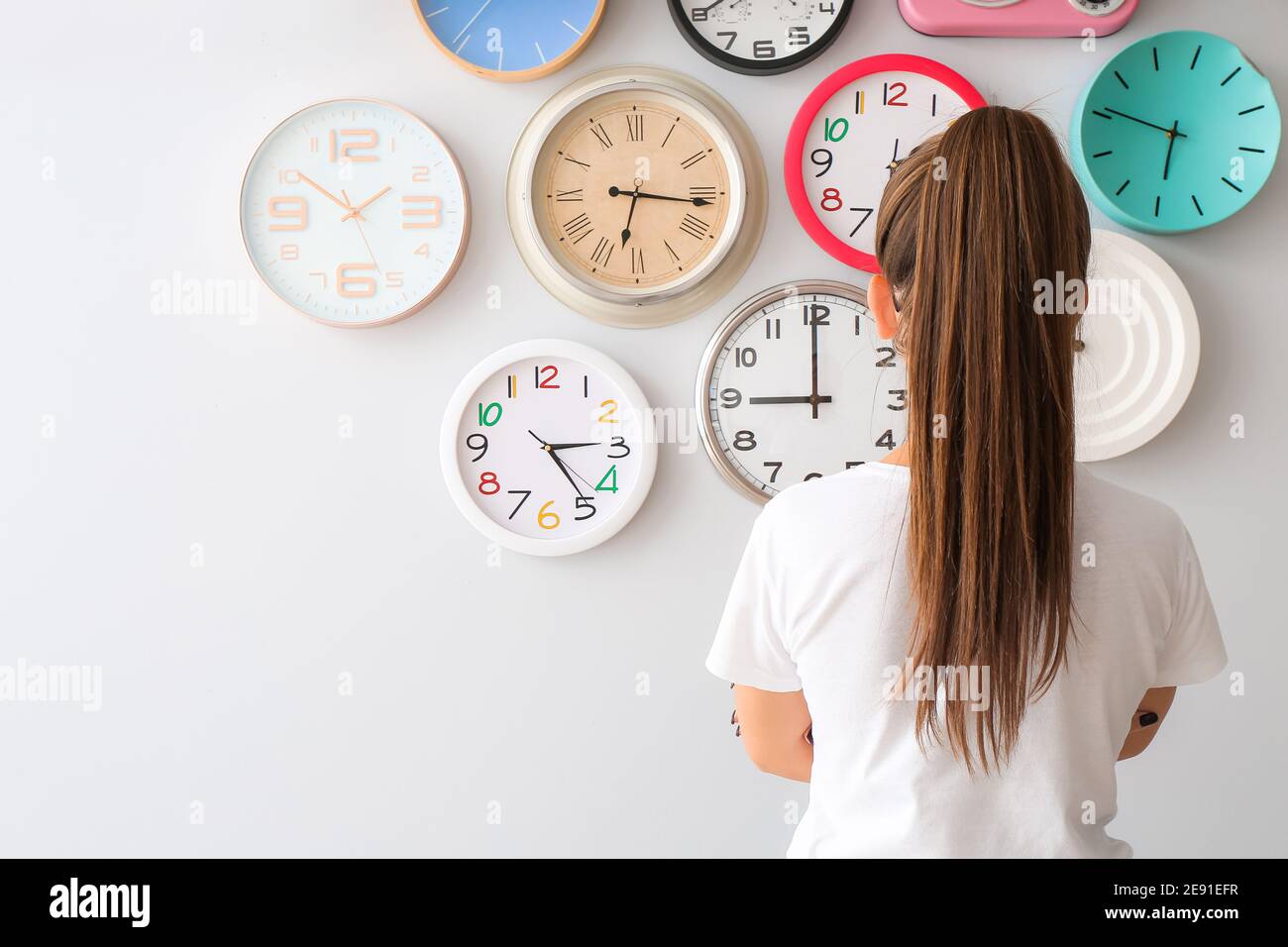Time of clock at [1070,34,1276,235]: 6:50
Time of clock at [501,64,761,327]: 6:16
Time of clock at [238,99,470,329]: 1:50
